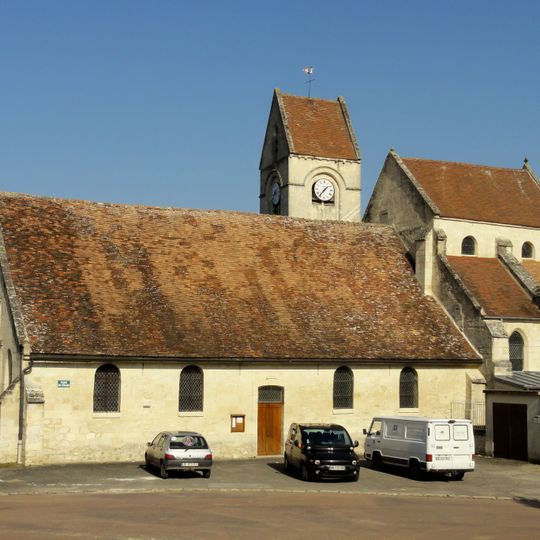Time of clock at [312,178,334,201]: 1:36
